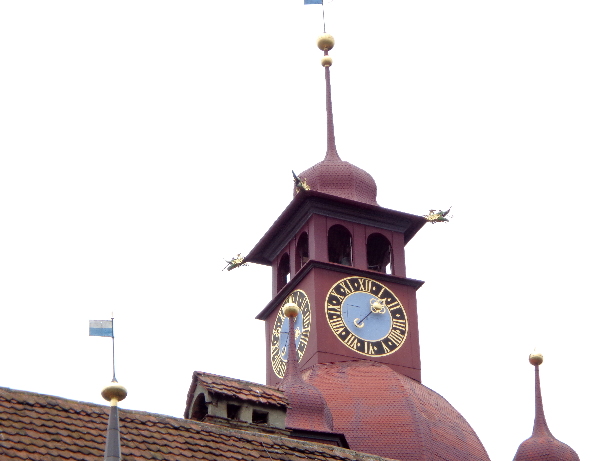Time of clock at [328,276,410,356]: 1:37
